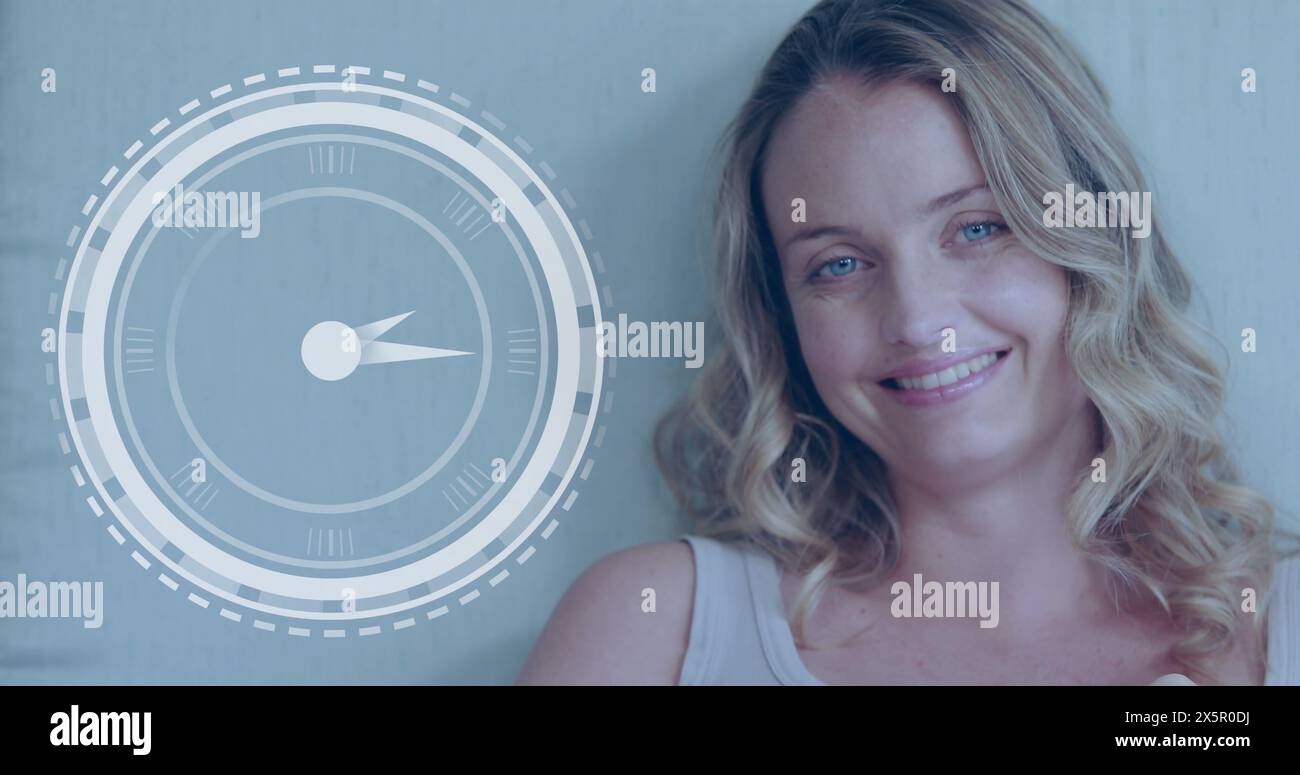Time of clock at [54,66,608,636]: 2:14
